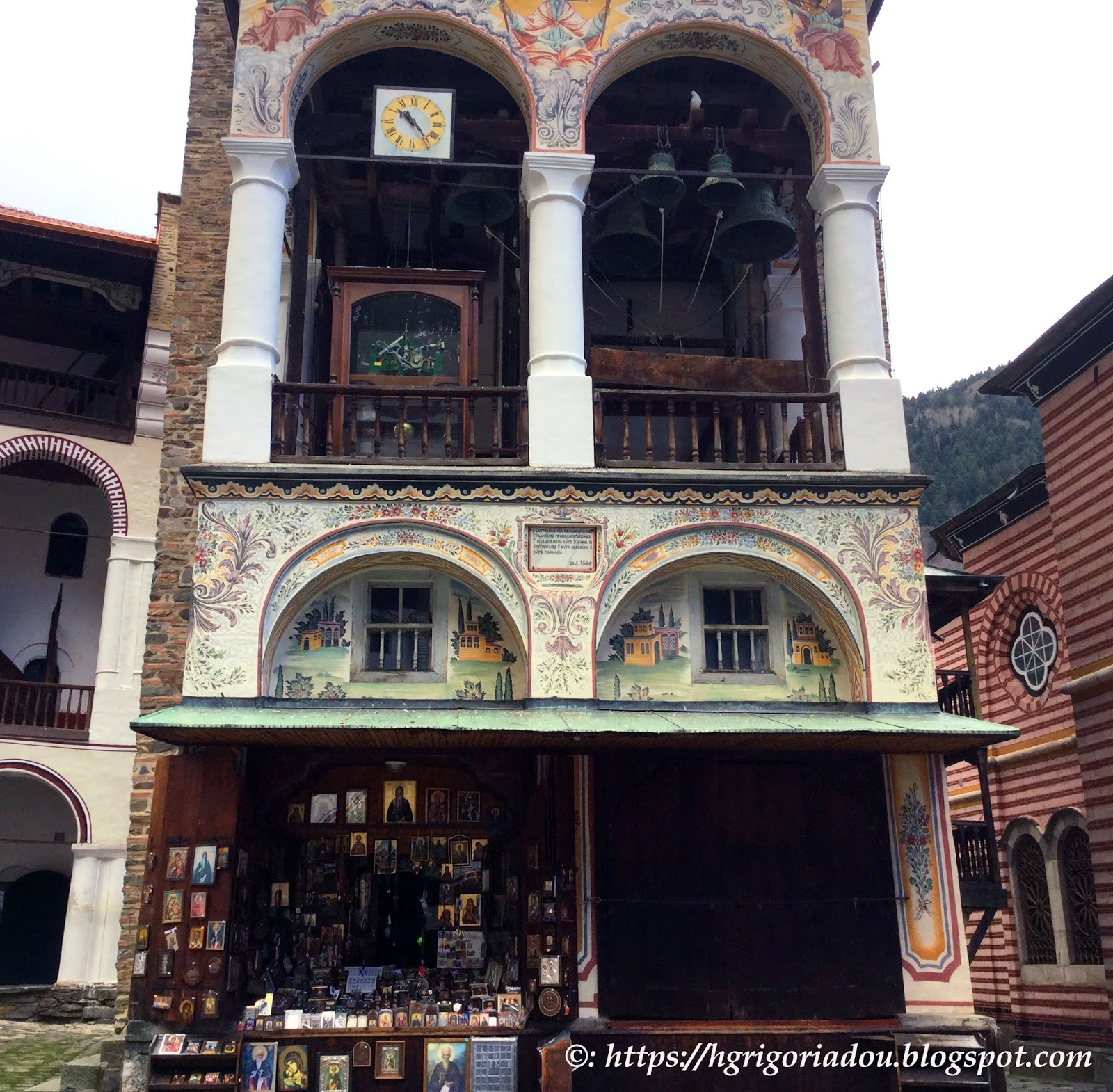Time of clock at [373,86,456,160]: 10:22
